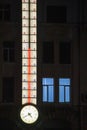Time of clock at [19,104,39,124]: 4:40
